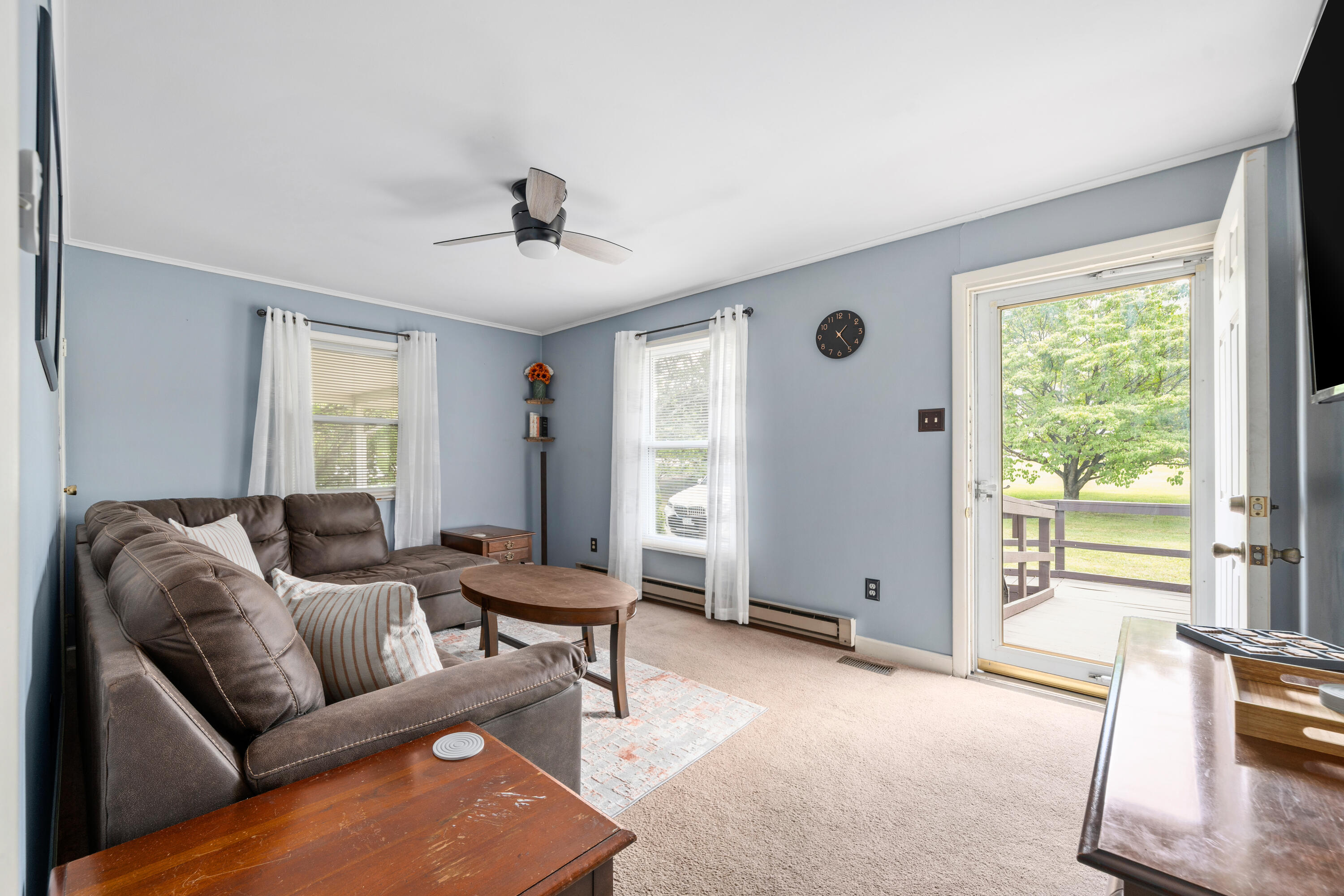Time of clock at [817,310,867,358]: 1:24
